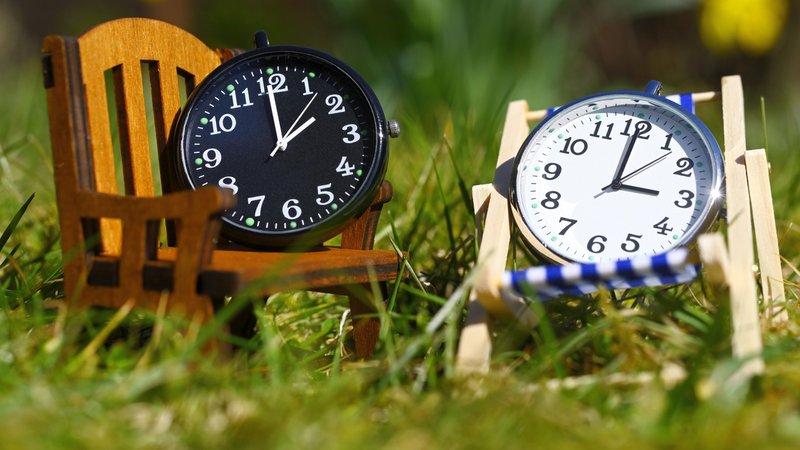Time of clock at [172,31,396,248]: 1:59
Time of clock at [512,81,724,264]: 3:00
